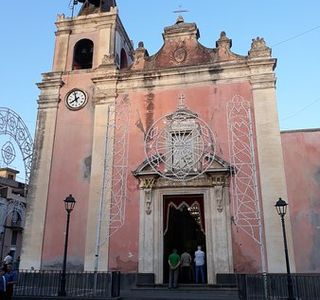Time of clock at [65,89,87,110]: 7:57
